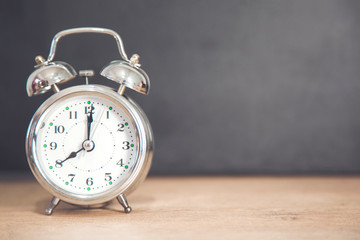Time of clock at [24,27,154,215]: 8:00
